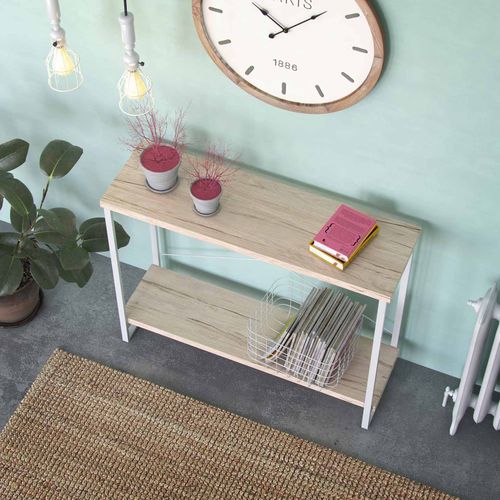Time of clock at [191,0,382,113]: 10:07
